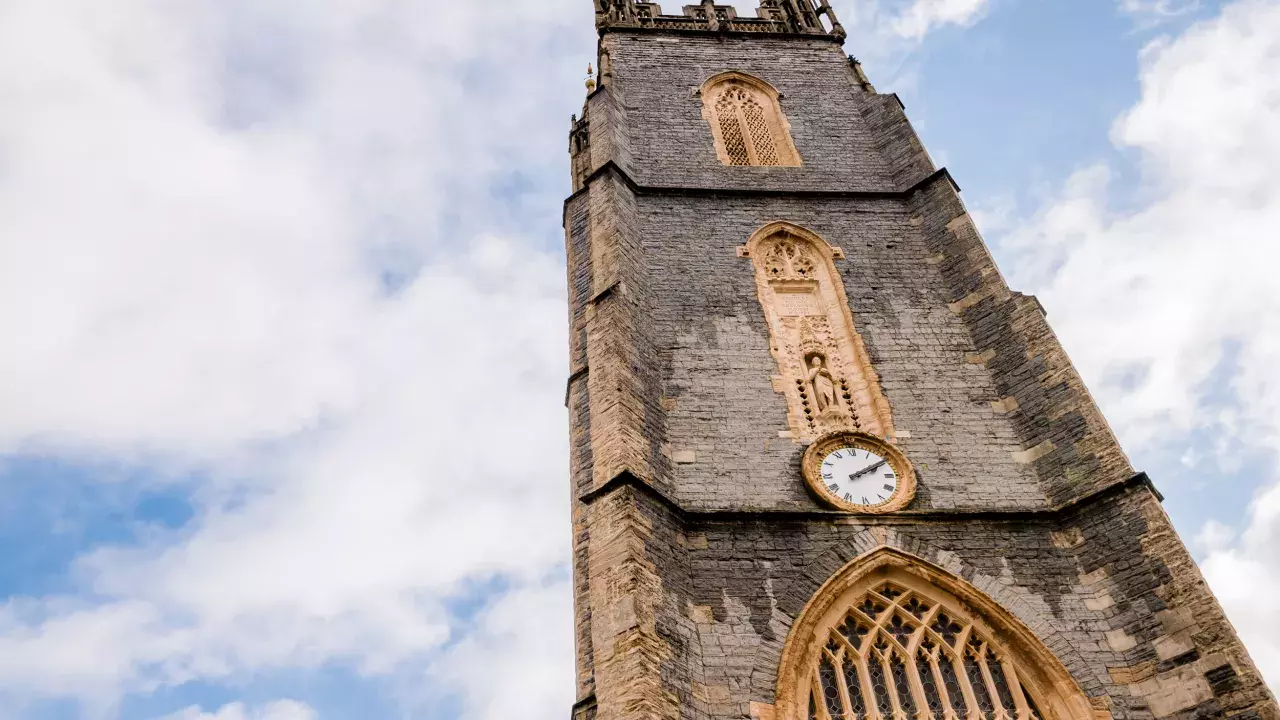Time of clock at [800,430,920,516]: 2:09
